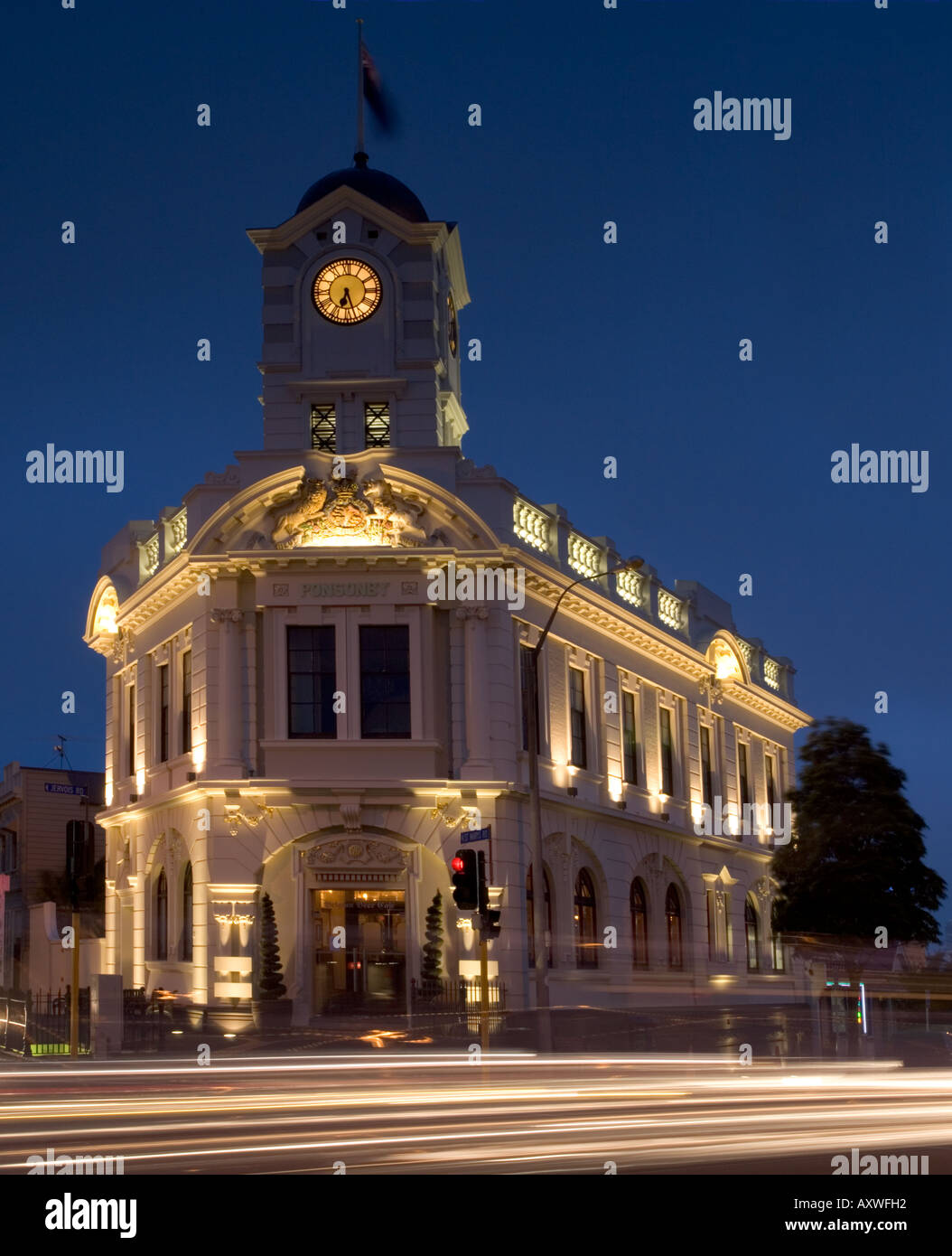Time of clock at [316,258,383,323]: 6:27
